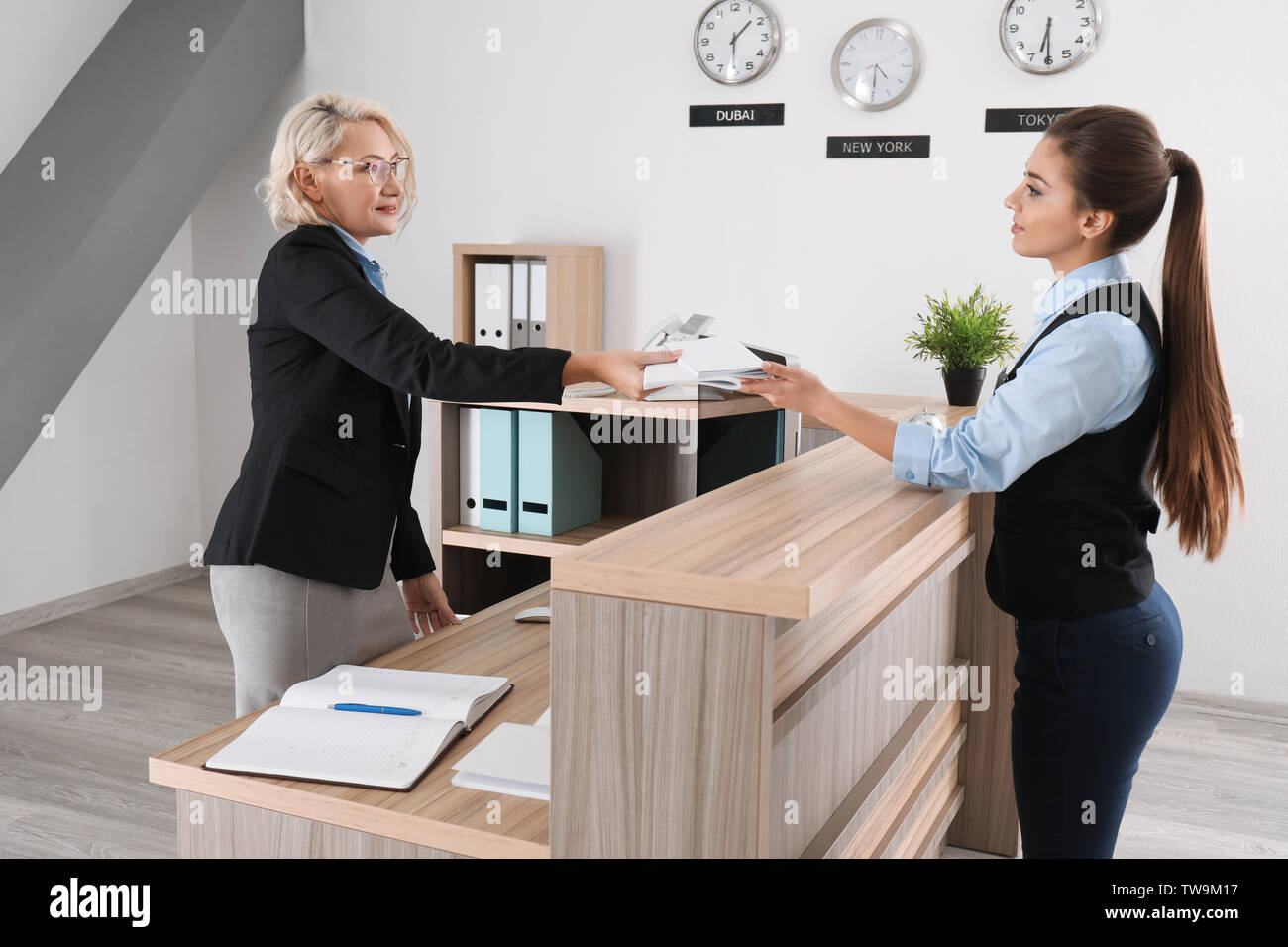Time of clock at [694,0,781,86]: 1:30
